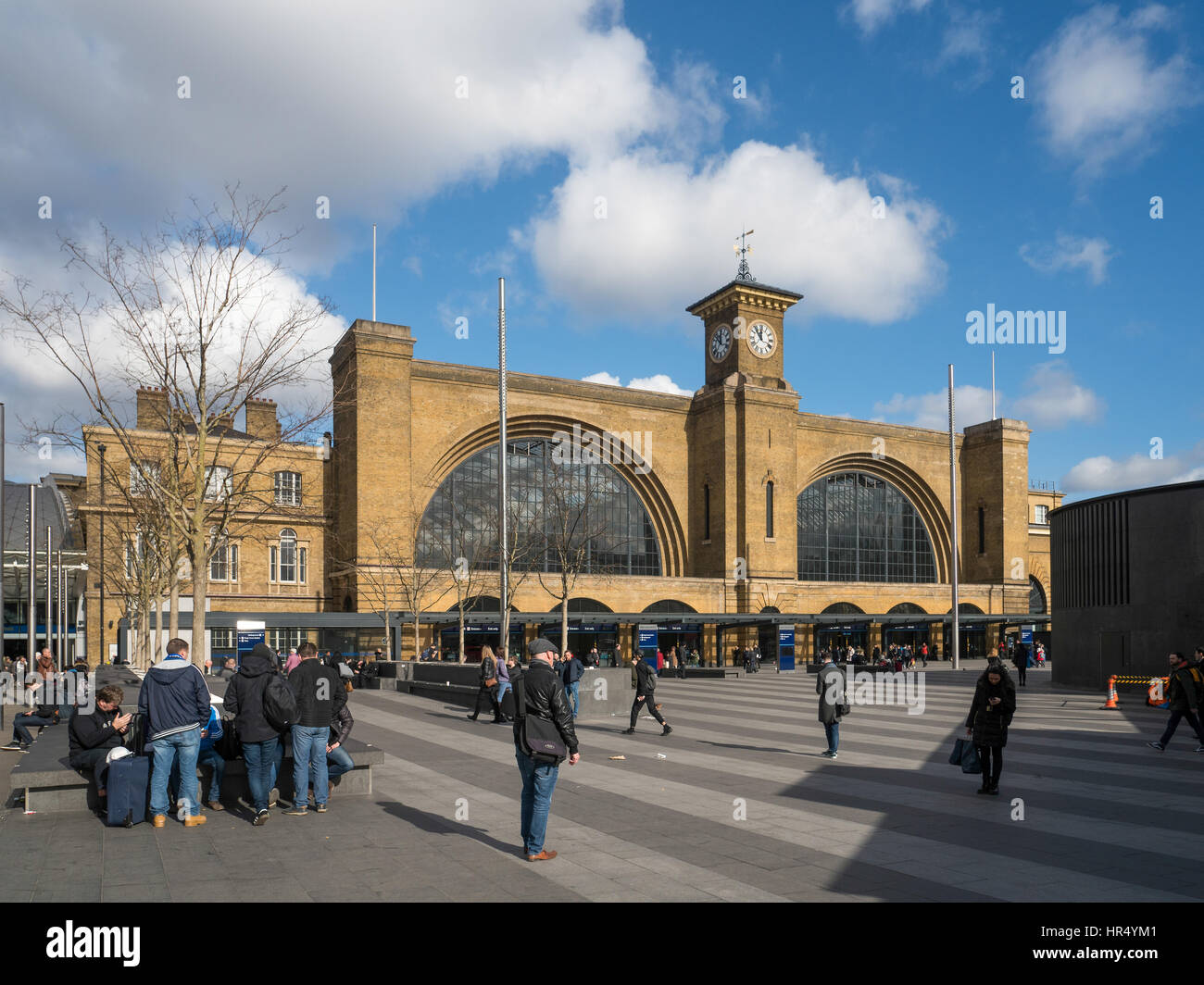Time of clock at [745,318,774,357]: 11:53
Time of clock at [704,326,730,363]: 11:52
